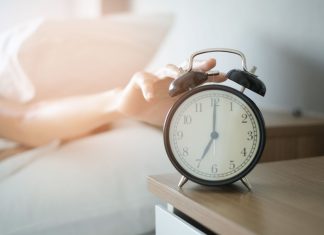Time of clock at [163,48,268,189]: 7:00
